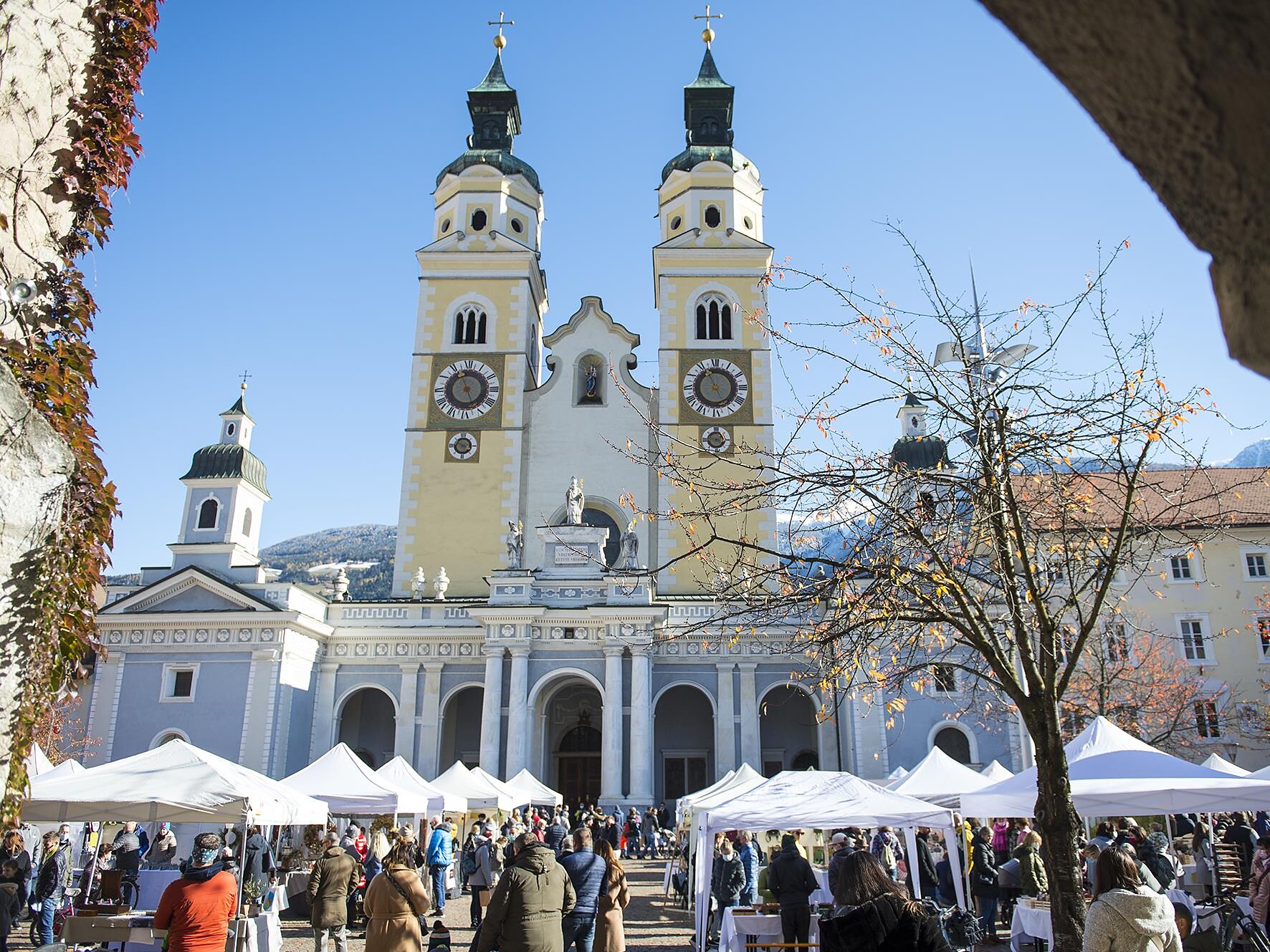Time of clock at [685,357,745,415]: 4:56
